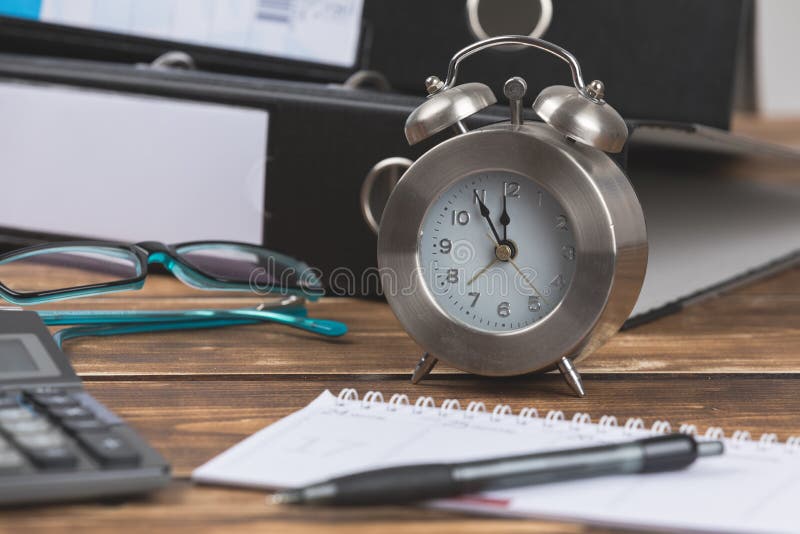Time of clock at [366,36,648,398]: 11:55
